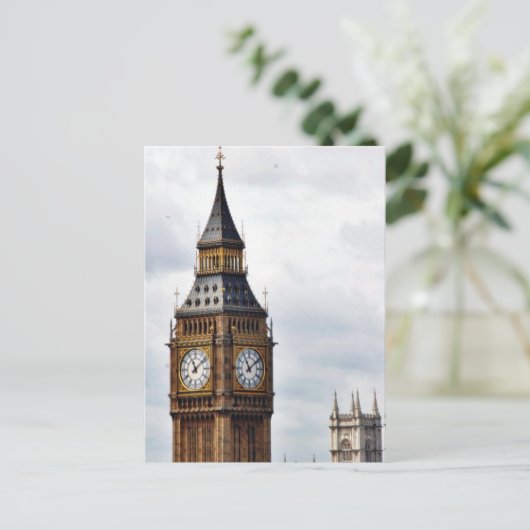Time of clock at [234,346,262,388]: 11:08
